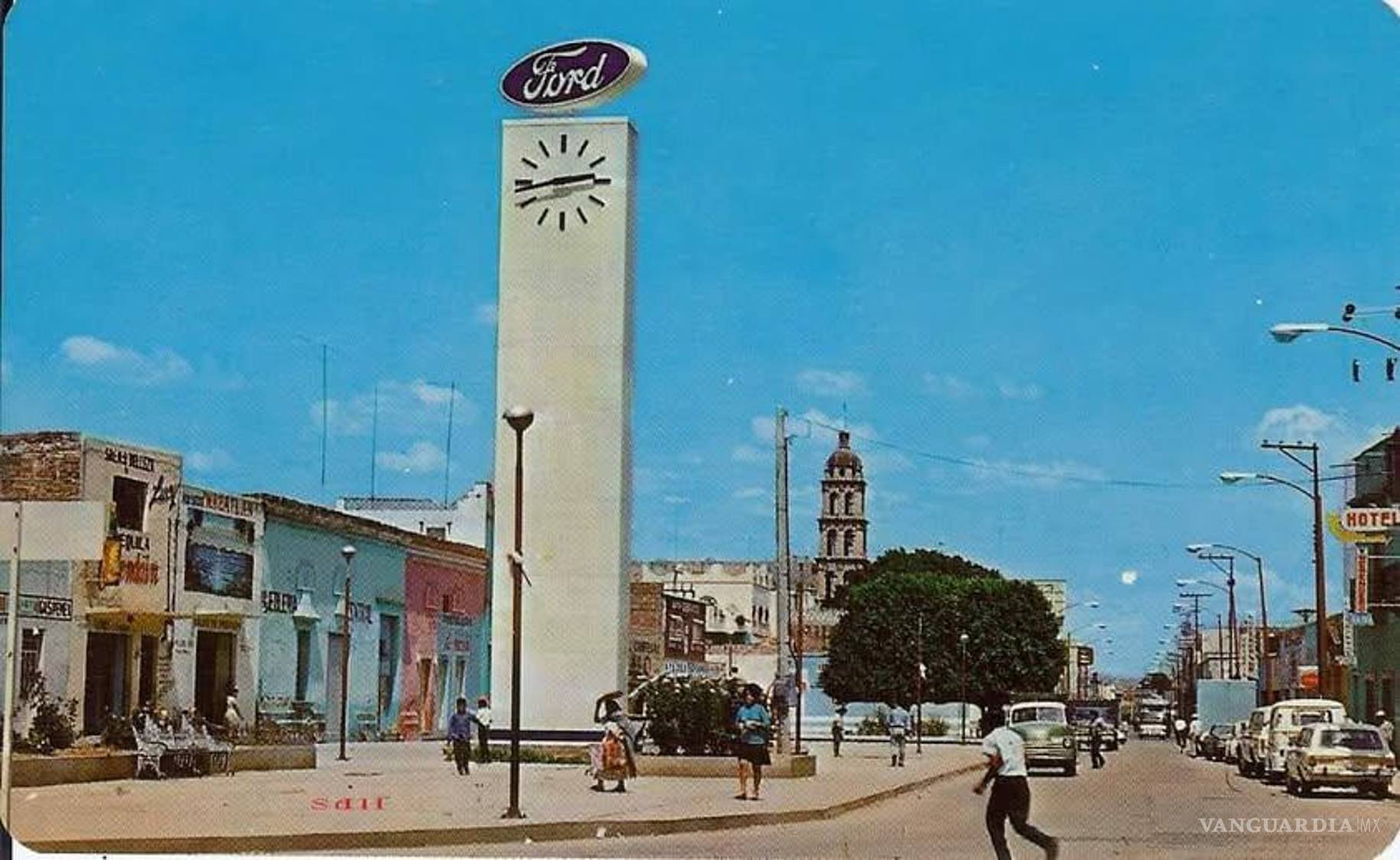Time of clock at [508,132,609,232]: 2:43
